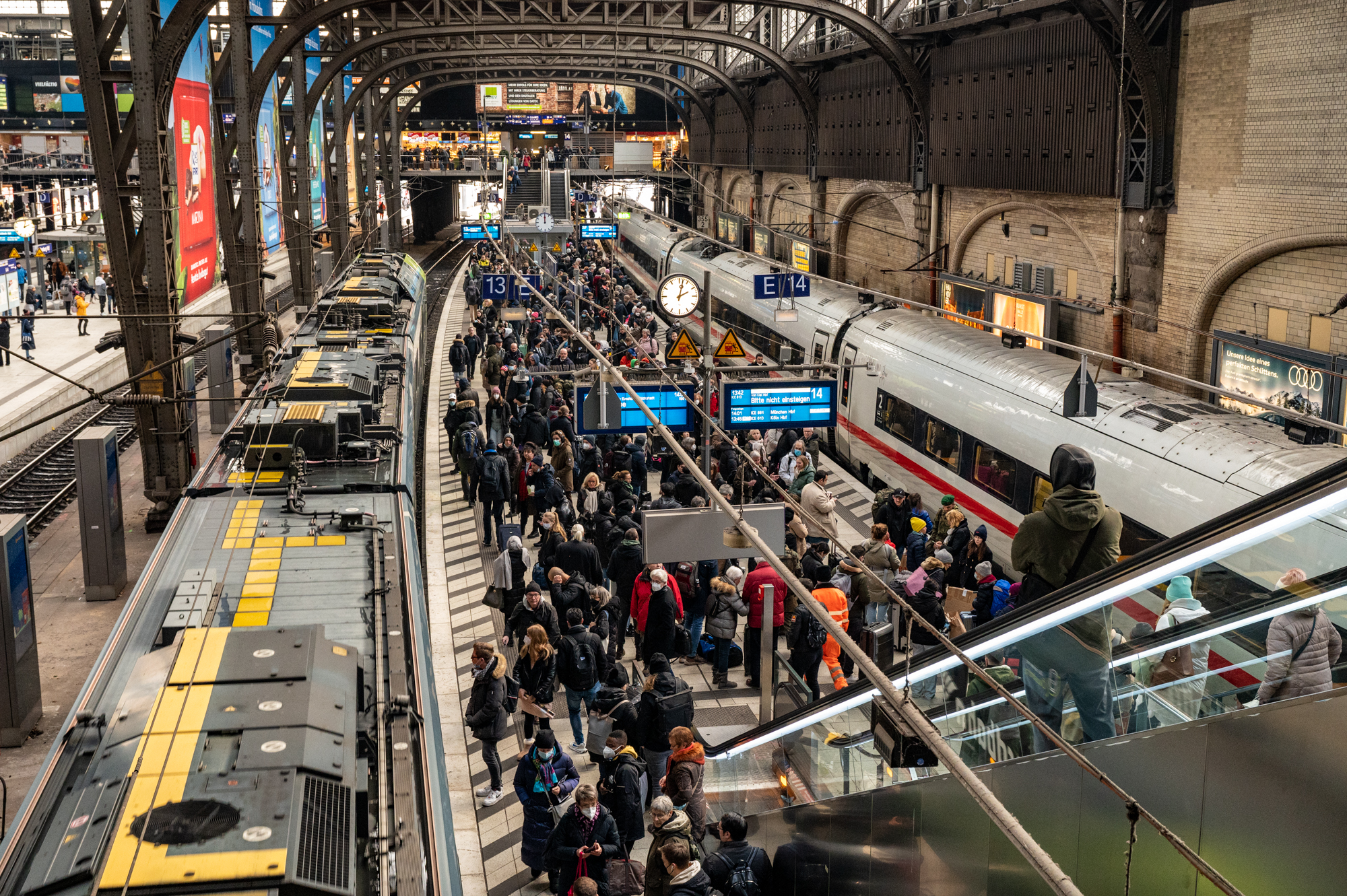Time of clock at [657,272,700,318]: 2:02
